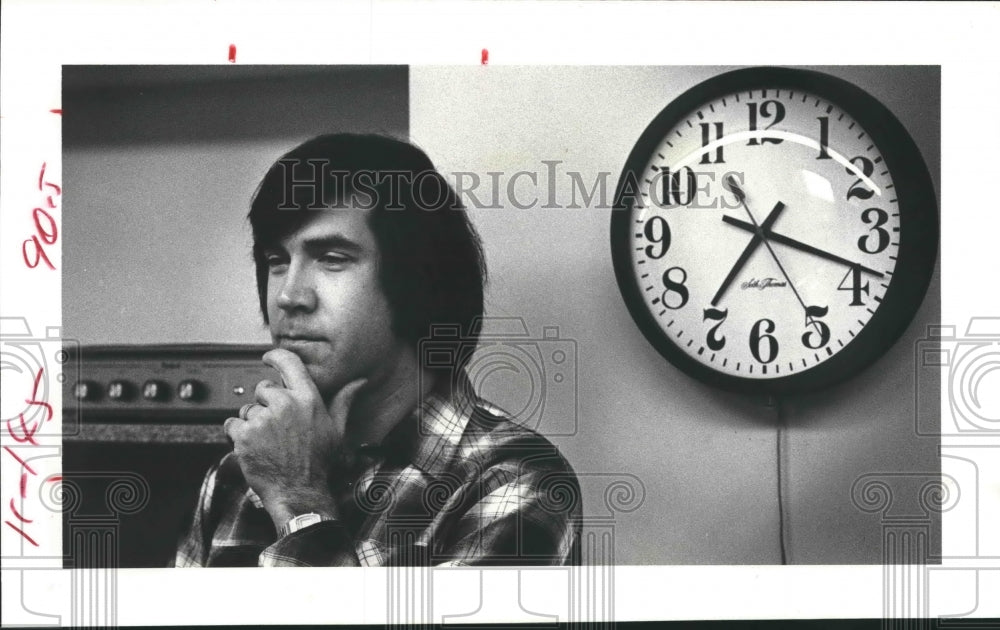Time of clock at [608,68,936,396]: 7:18
